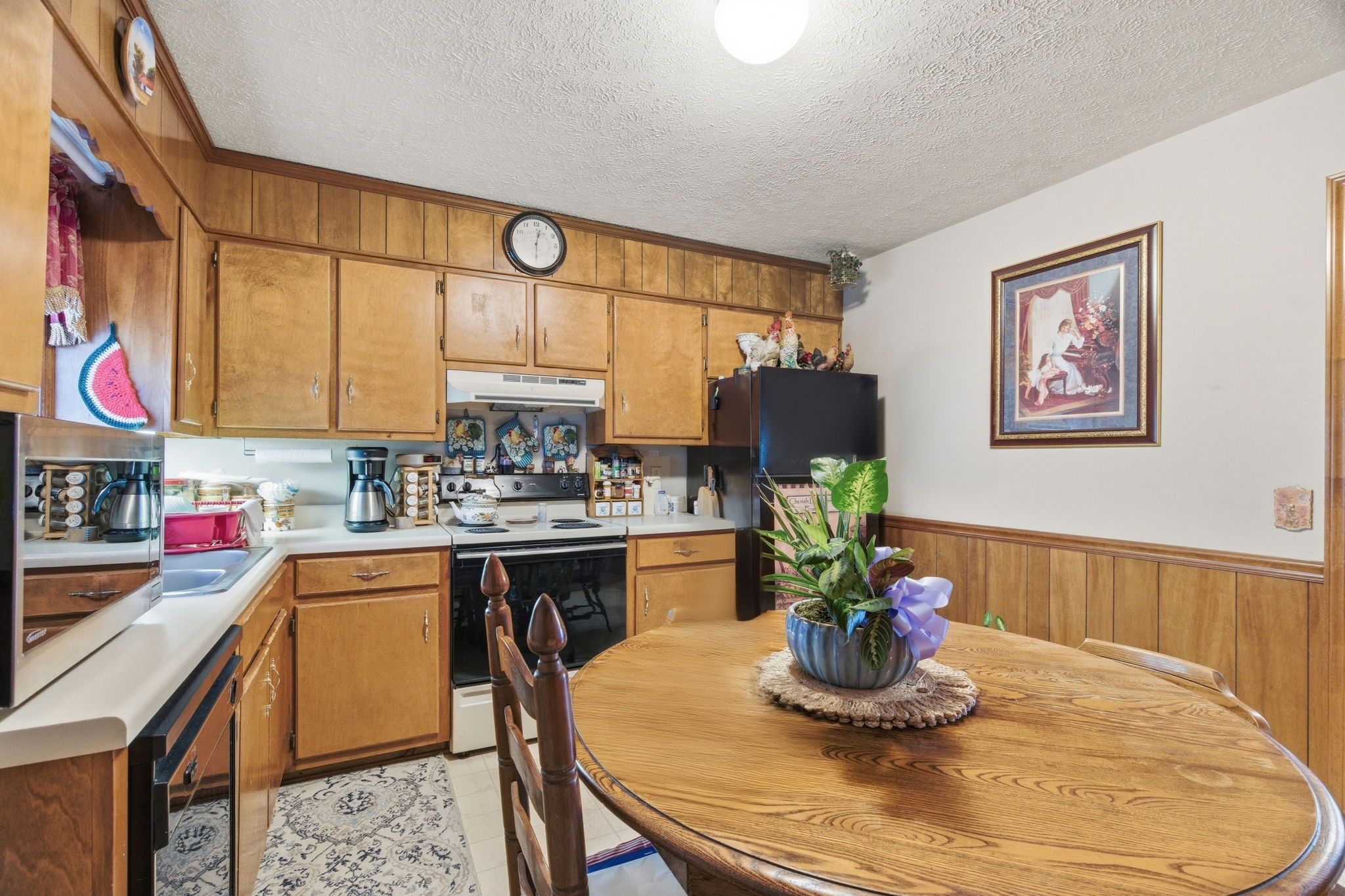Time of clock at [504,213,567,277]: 12:29
